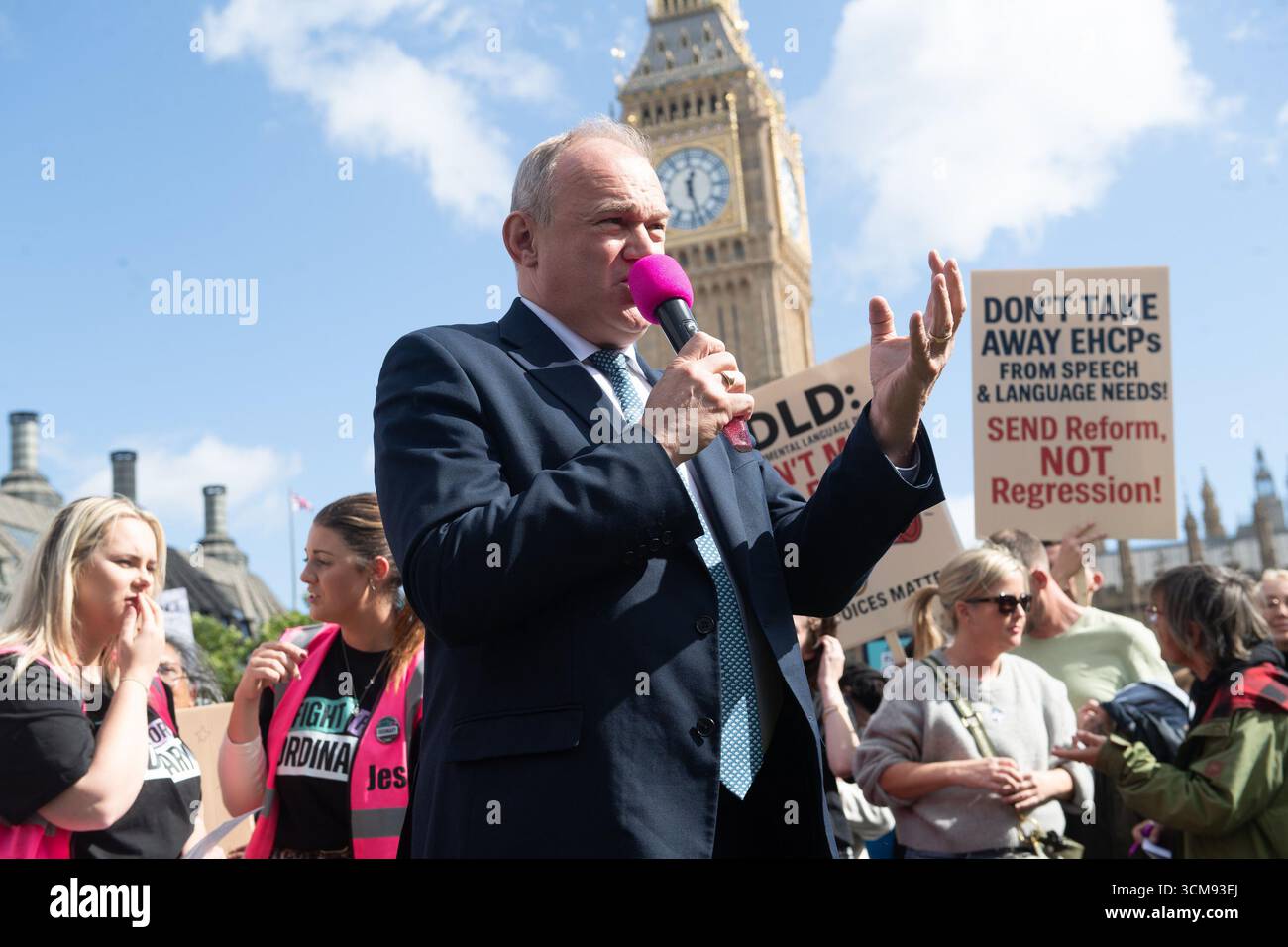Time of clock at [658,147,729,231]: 12:27
